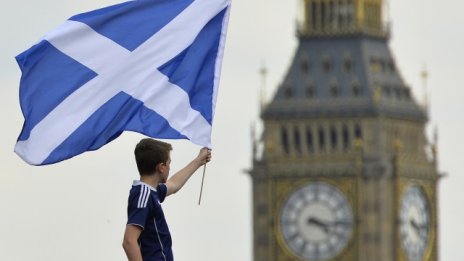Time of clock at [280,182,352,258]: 4:16
